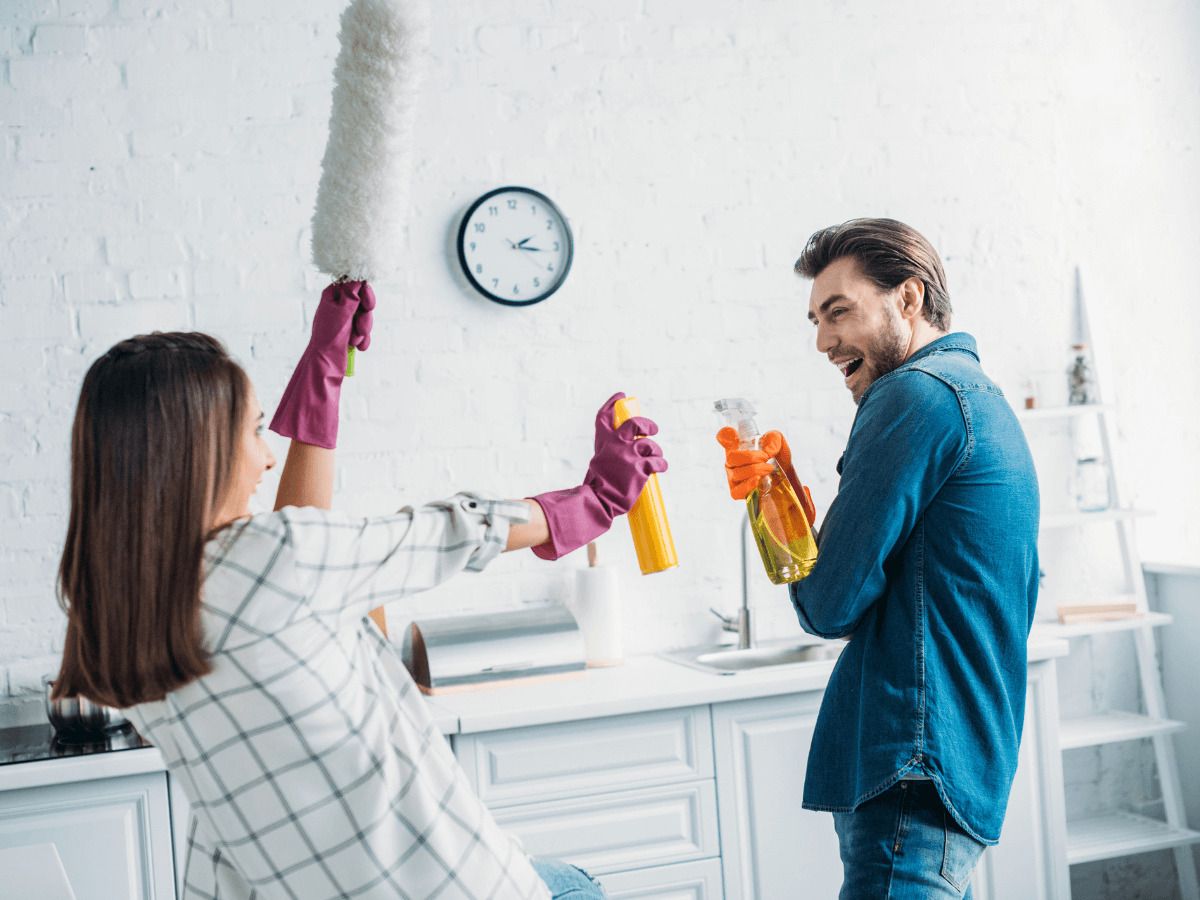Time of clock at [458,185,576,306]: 2:16
